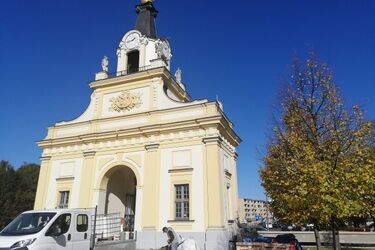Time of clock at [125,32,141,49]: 1:42
